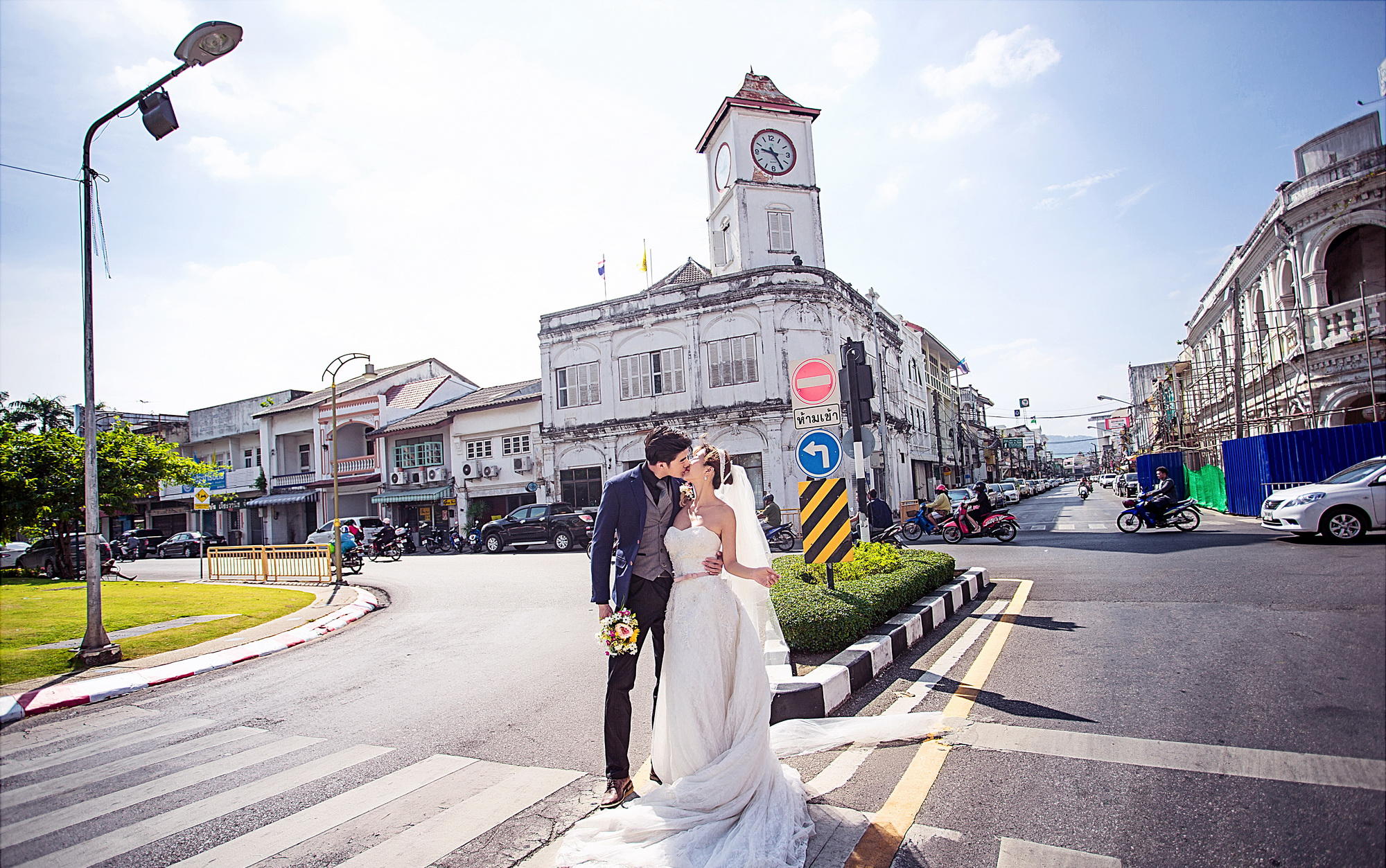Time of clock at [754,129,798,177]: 9:24
